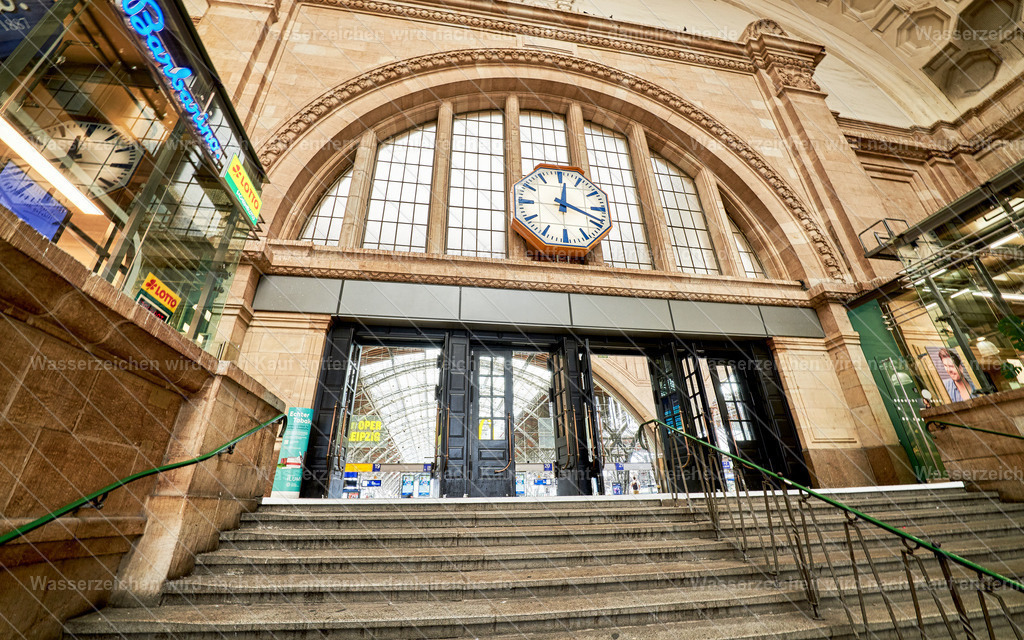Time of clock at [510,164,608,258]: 12:18
